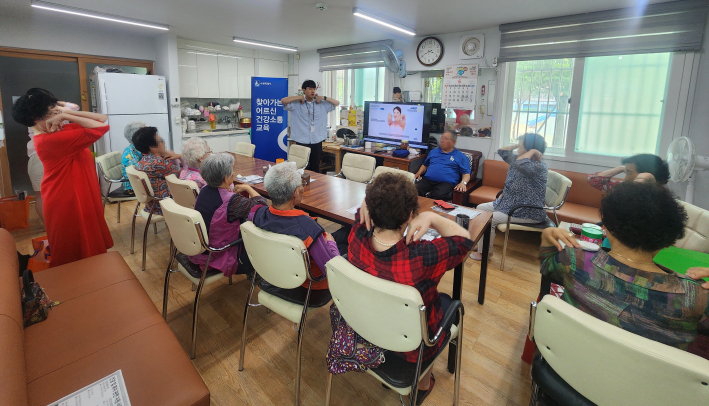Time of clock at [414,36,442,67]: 3:40
